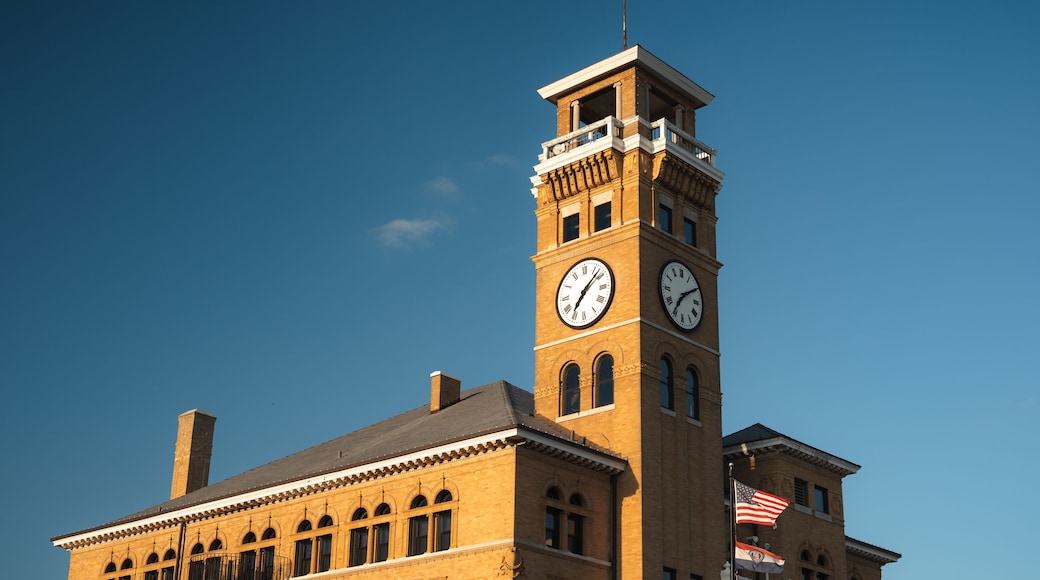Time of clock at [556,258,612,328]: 7:07
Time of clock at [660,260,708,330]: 7:09
